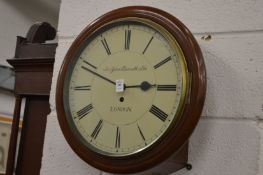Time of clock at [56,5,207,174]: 2:48
